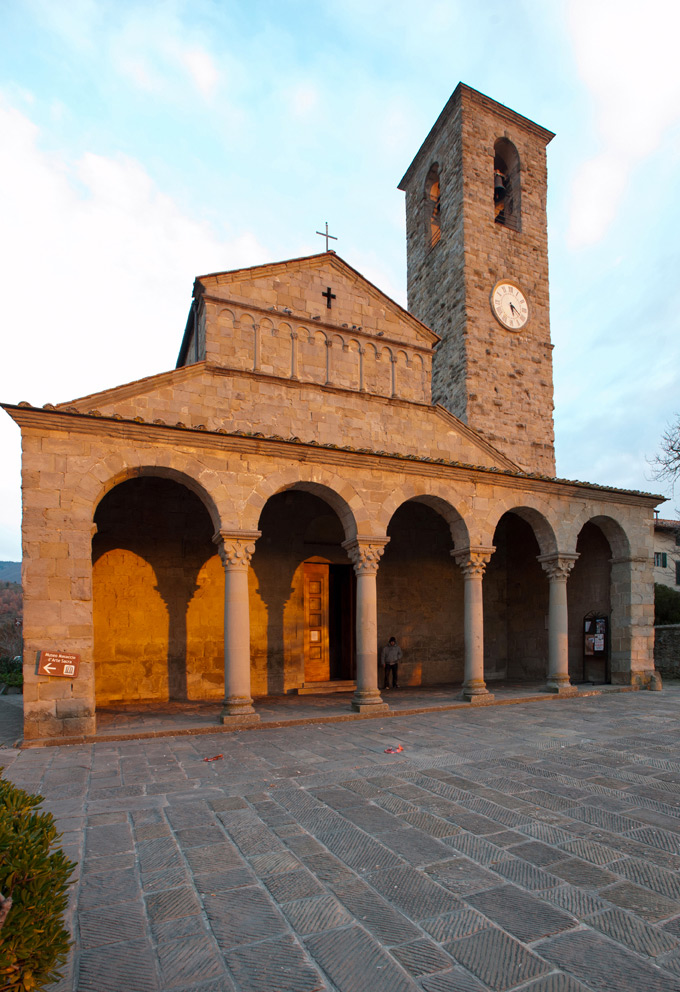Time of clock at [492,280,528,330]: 5:20
